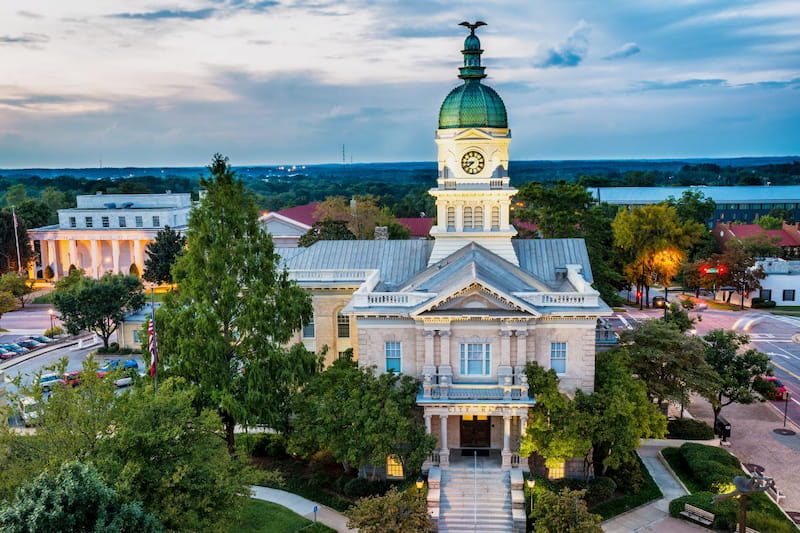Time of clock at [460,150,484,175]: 7:44
